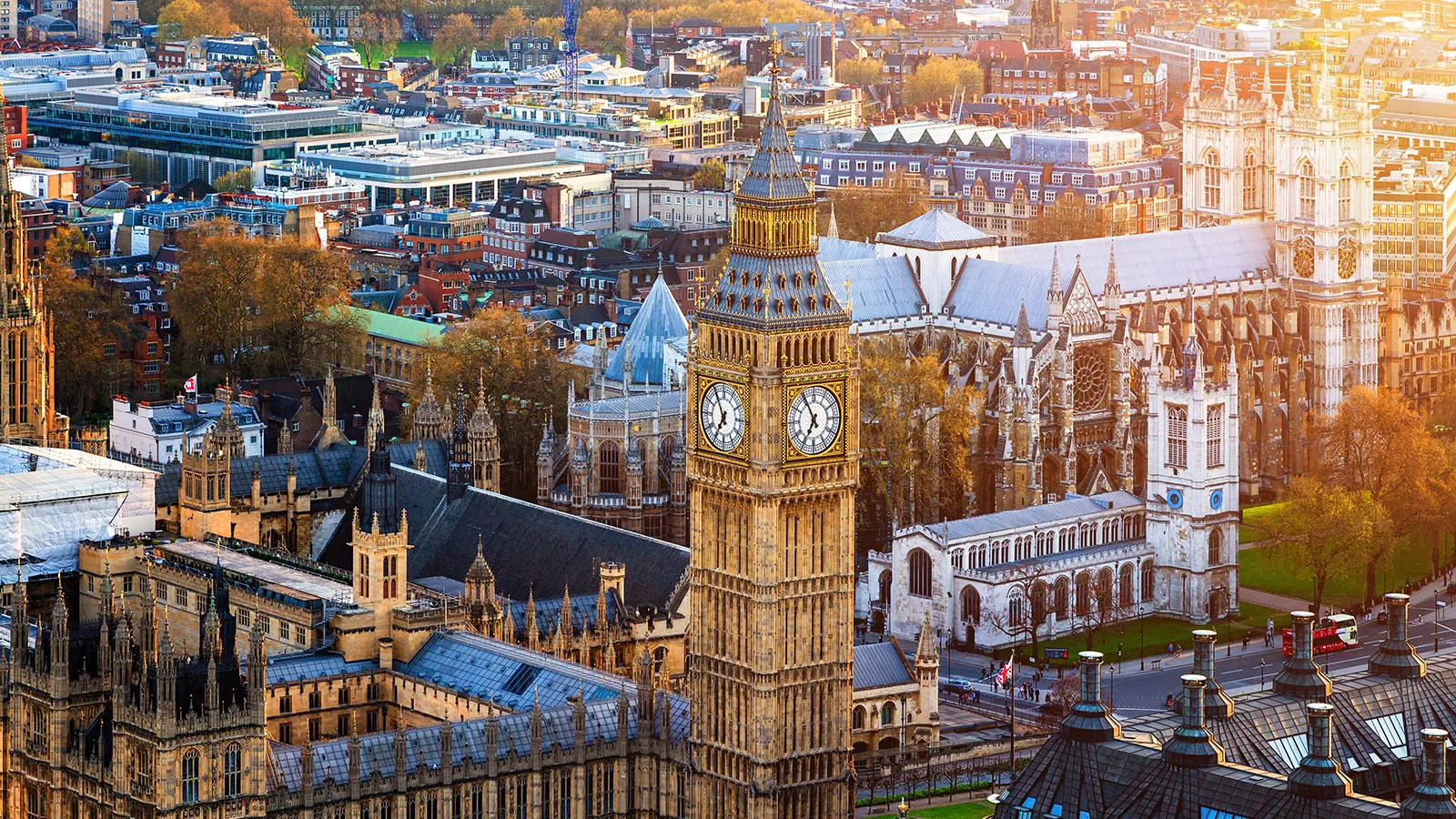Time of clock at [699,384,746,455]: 6:54
